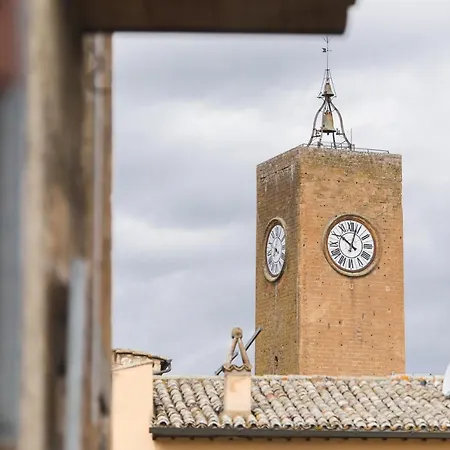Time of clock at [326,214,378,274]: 10:03
